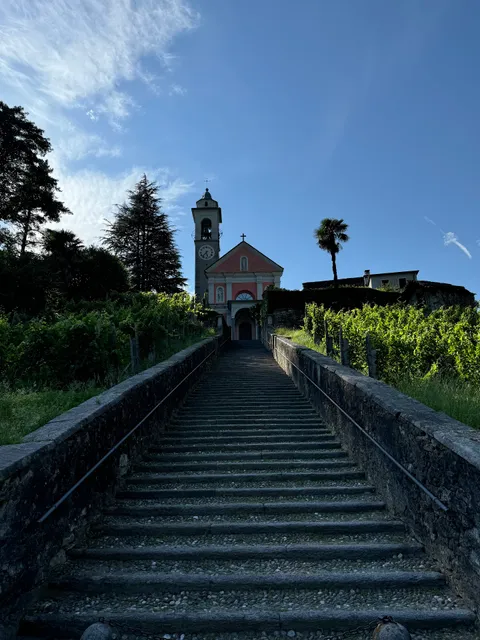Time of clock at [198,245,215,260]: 5:36
